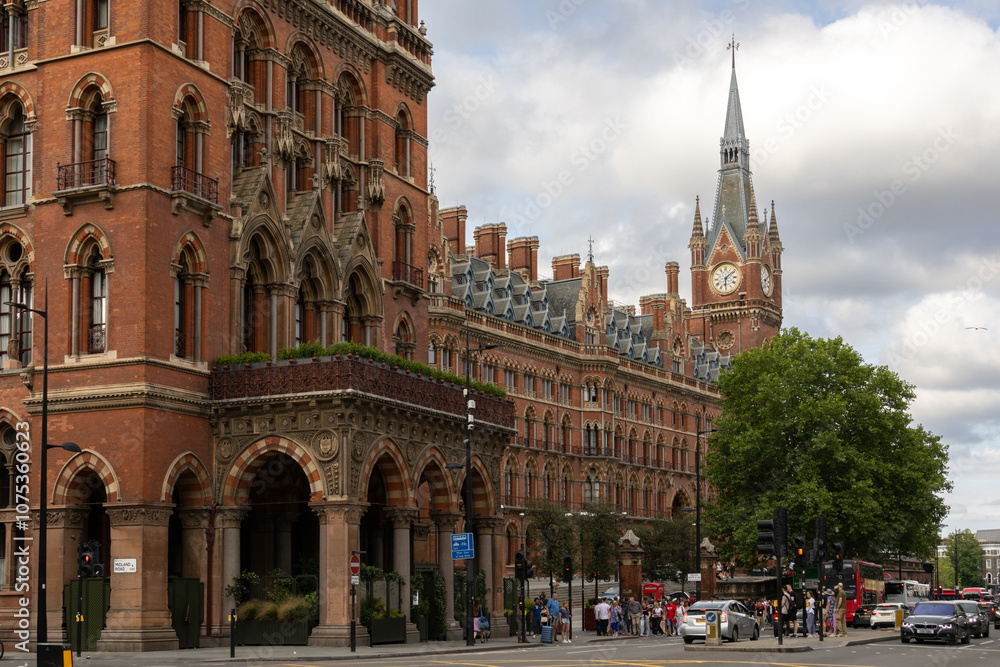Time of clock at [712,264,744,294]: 6:08
